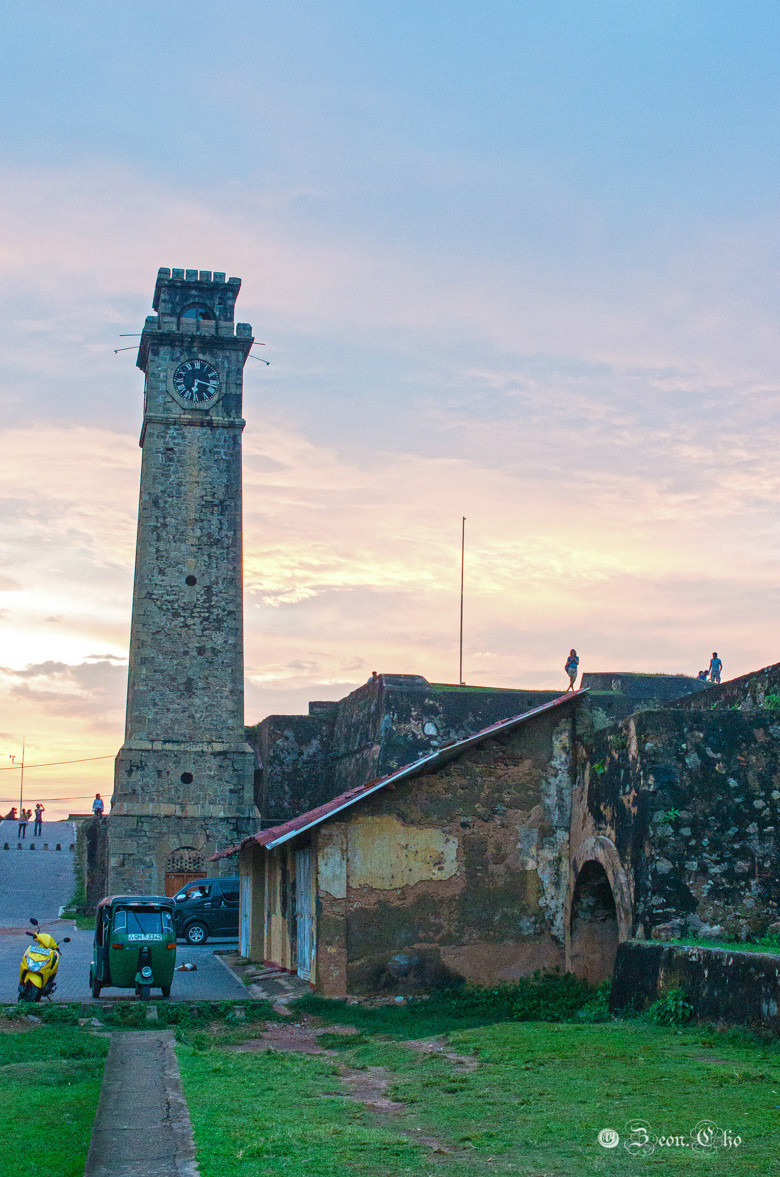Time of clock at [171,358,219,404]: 6:17
